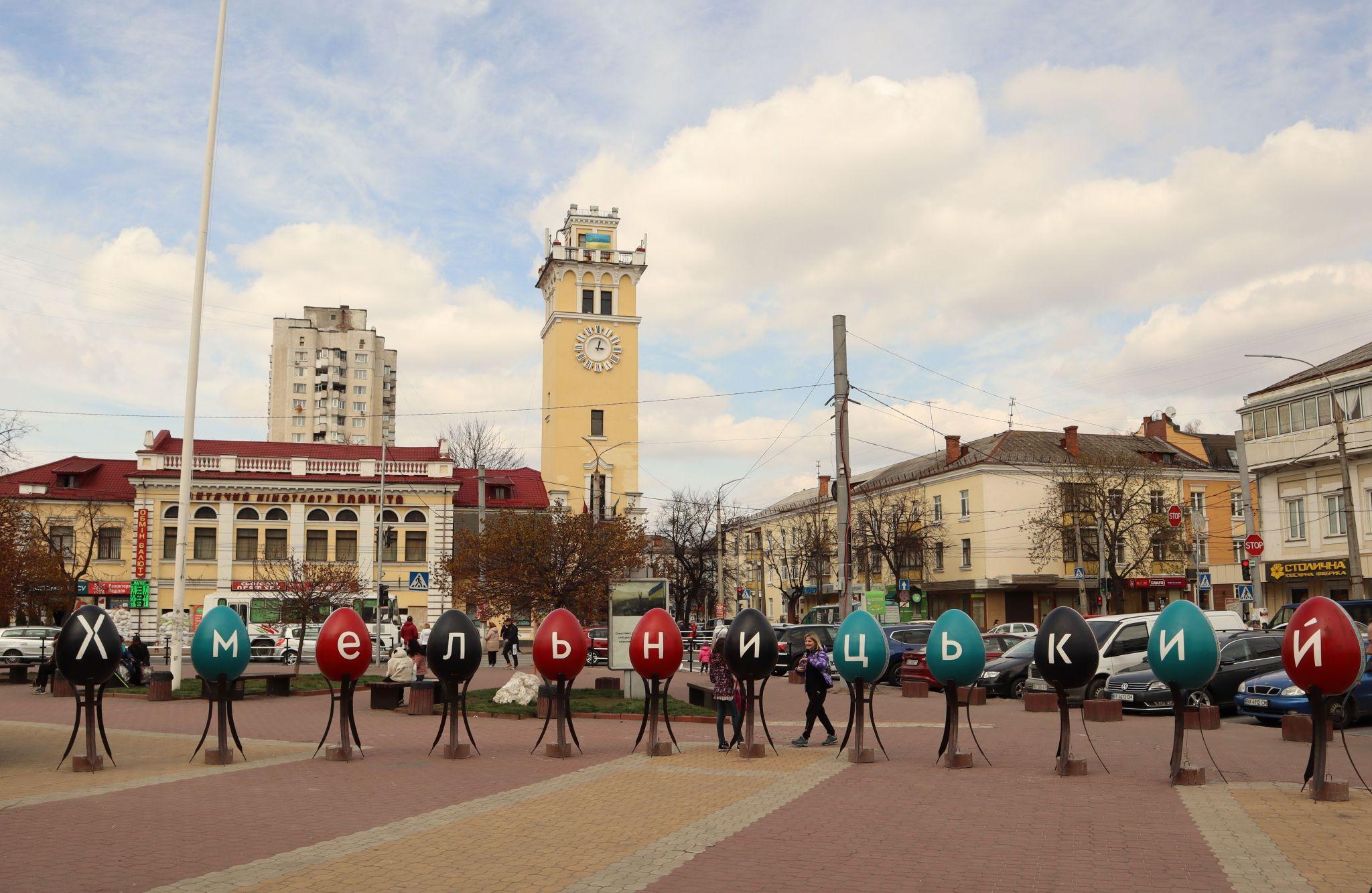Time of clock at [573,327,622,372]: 3:02
